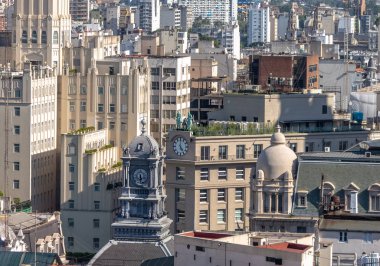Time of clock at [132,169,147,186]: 5:30
